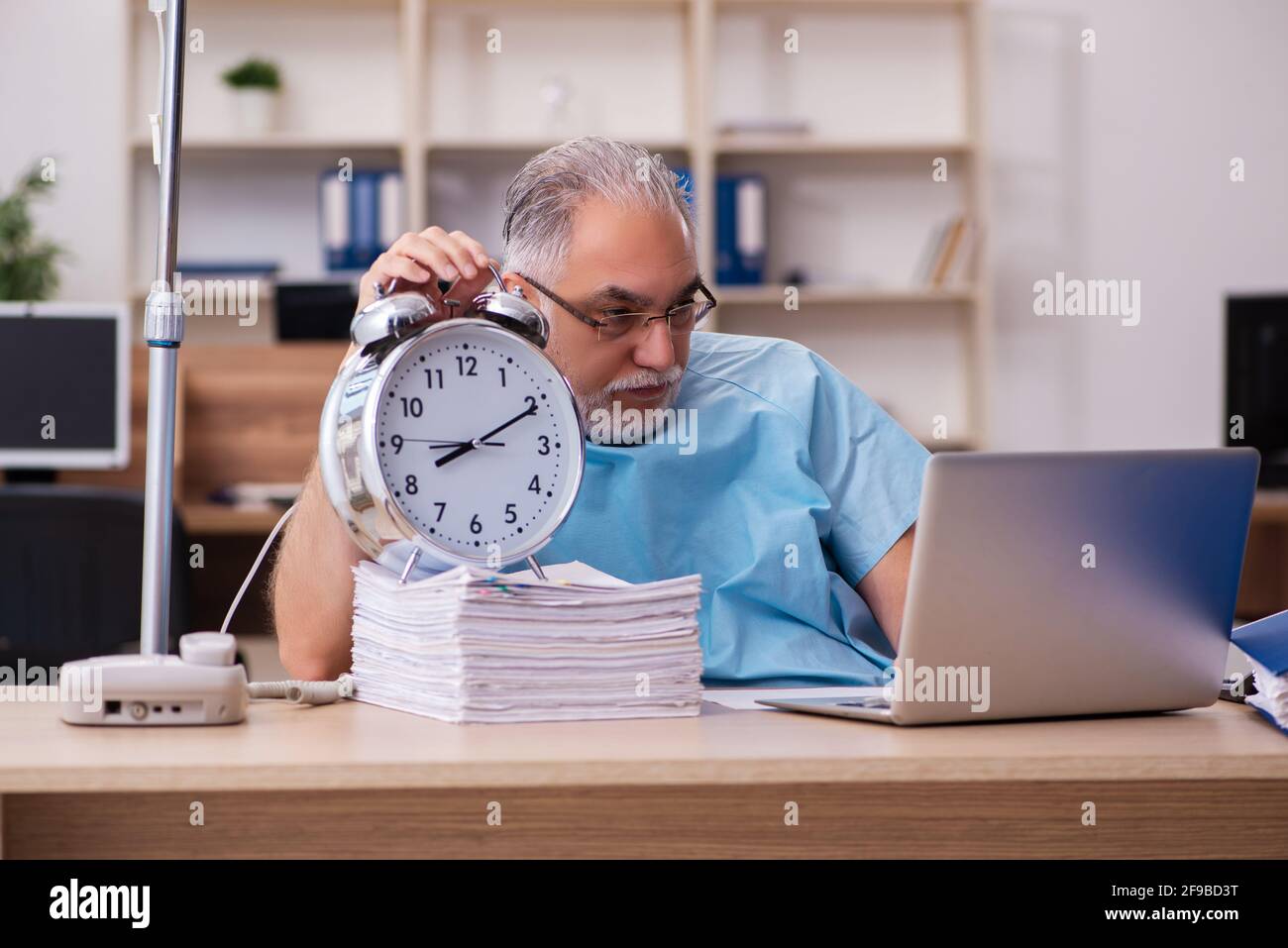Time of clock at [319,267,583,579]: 8:10
